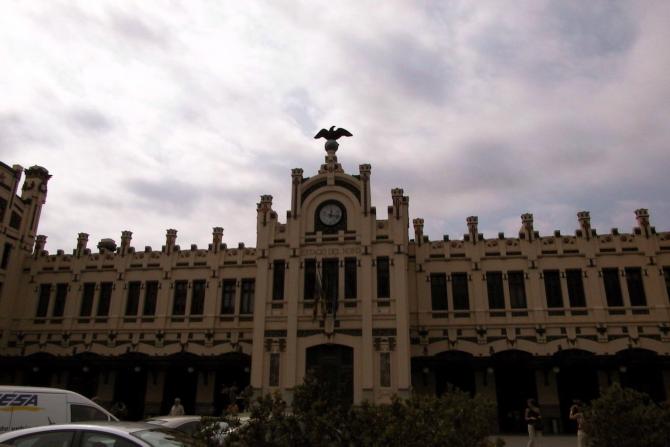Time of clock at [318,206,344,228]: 12:16
